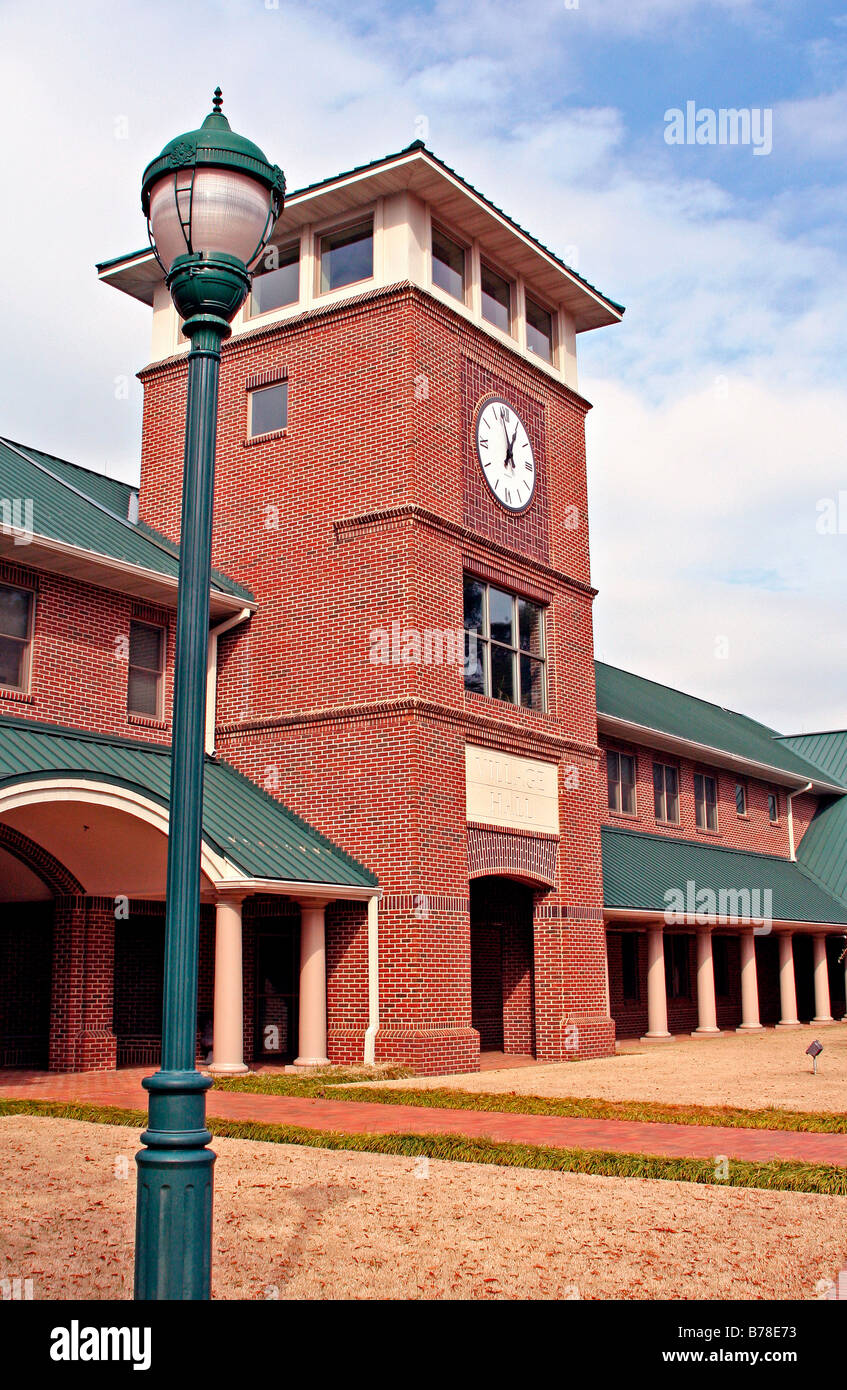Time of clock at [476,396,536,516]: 12:57
